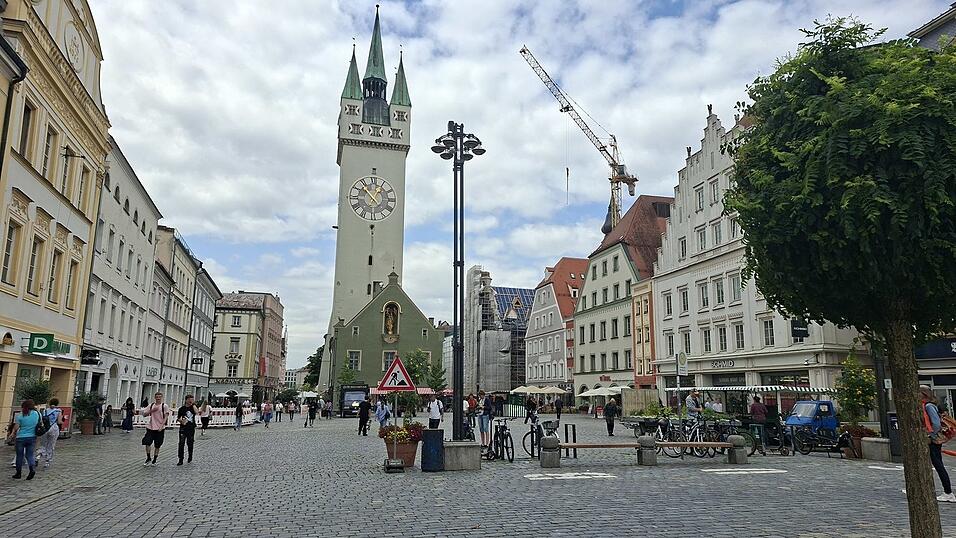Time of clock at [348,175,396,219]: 12:53
